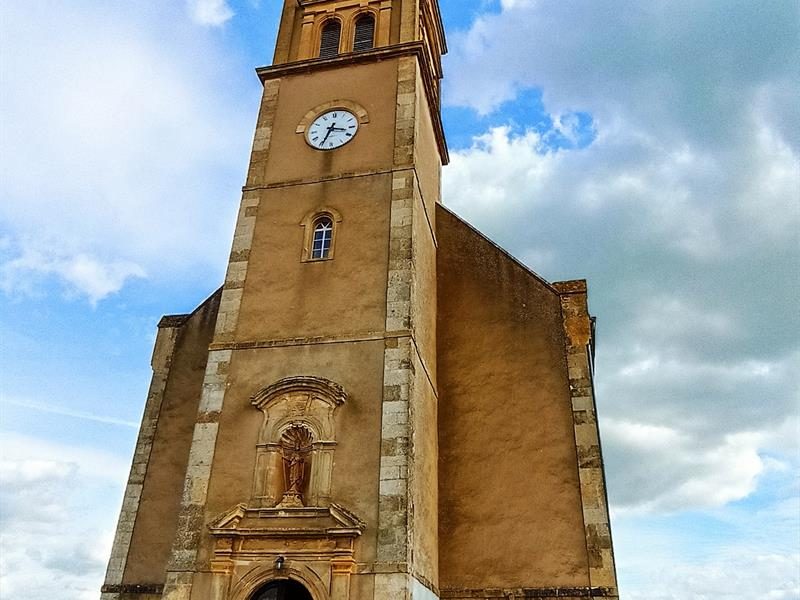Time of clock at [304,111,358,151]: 3:34
